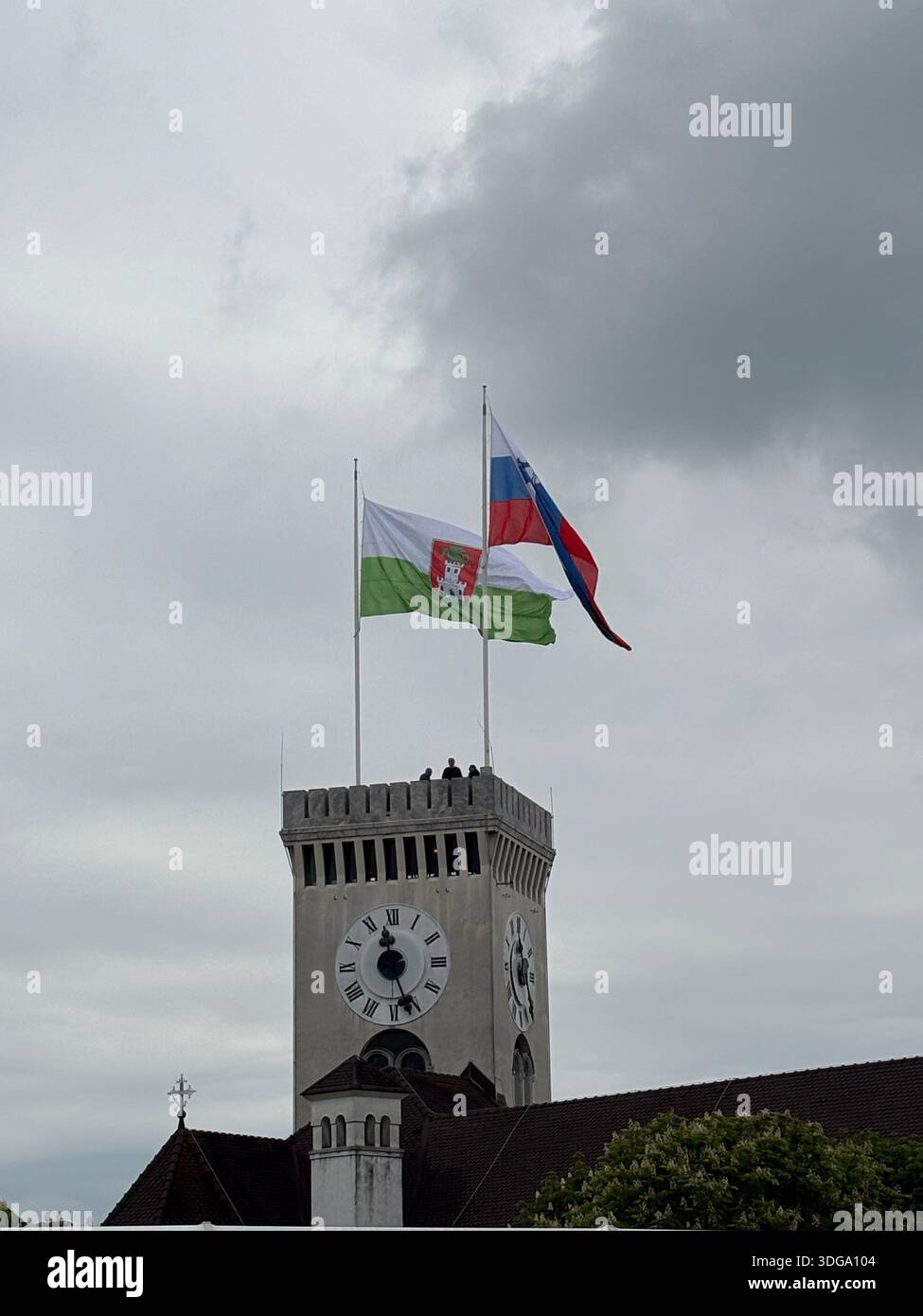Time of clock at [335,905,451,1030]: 11:26
